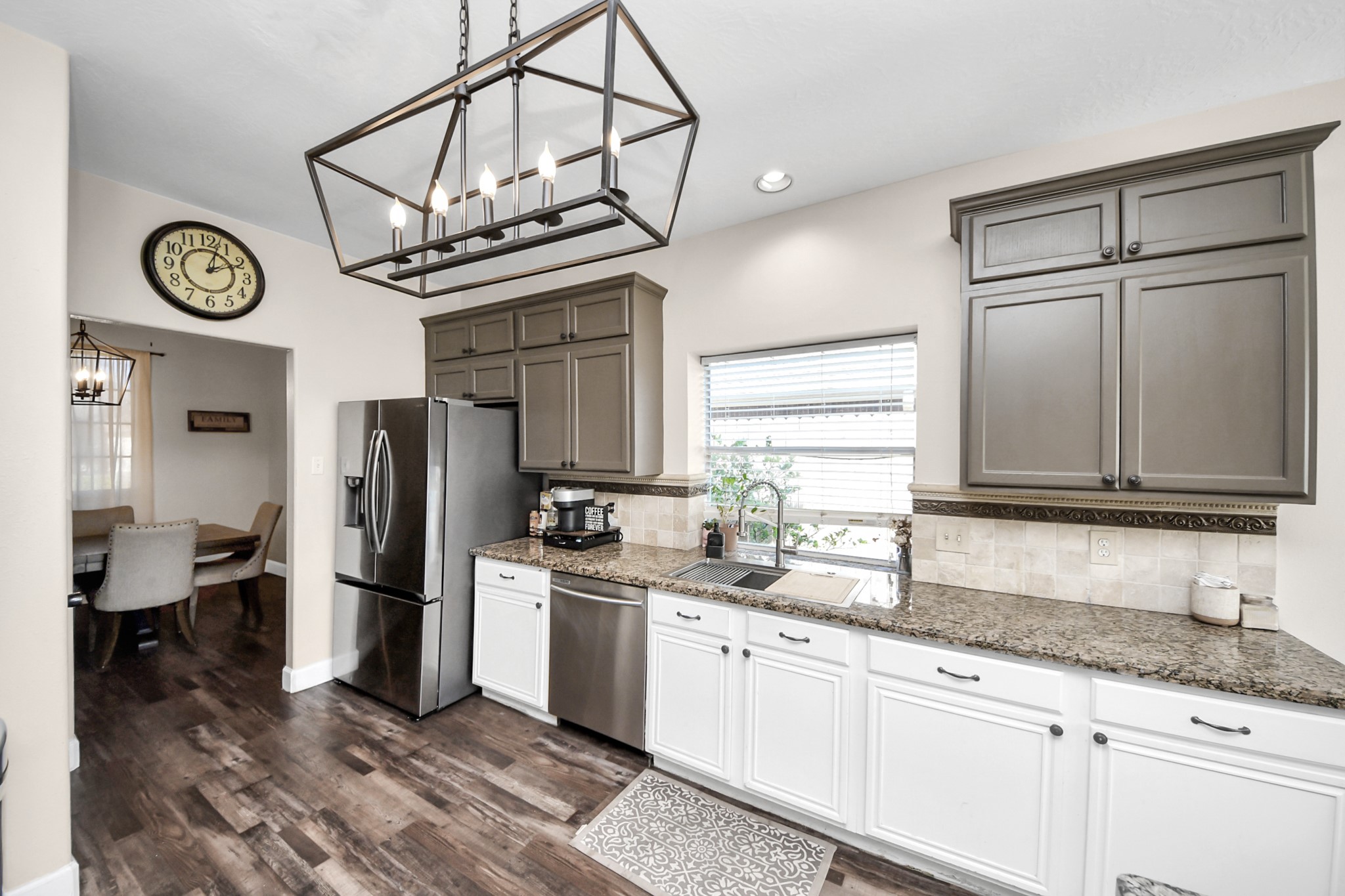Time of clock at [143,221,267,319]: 2:03
